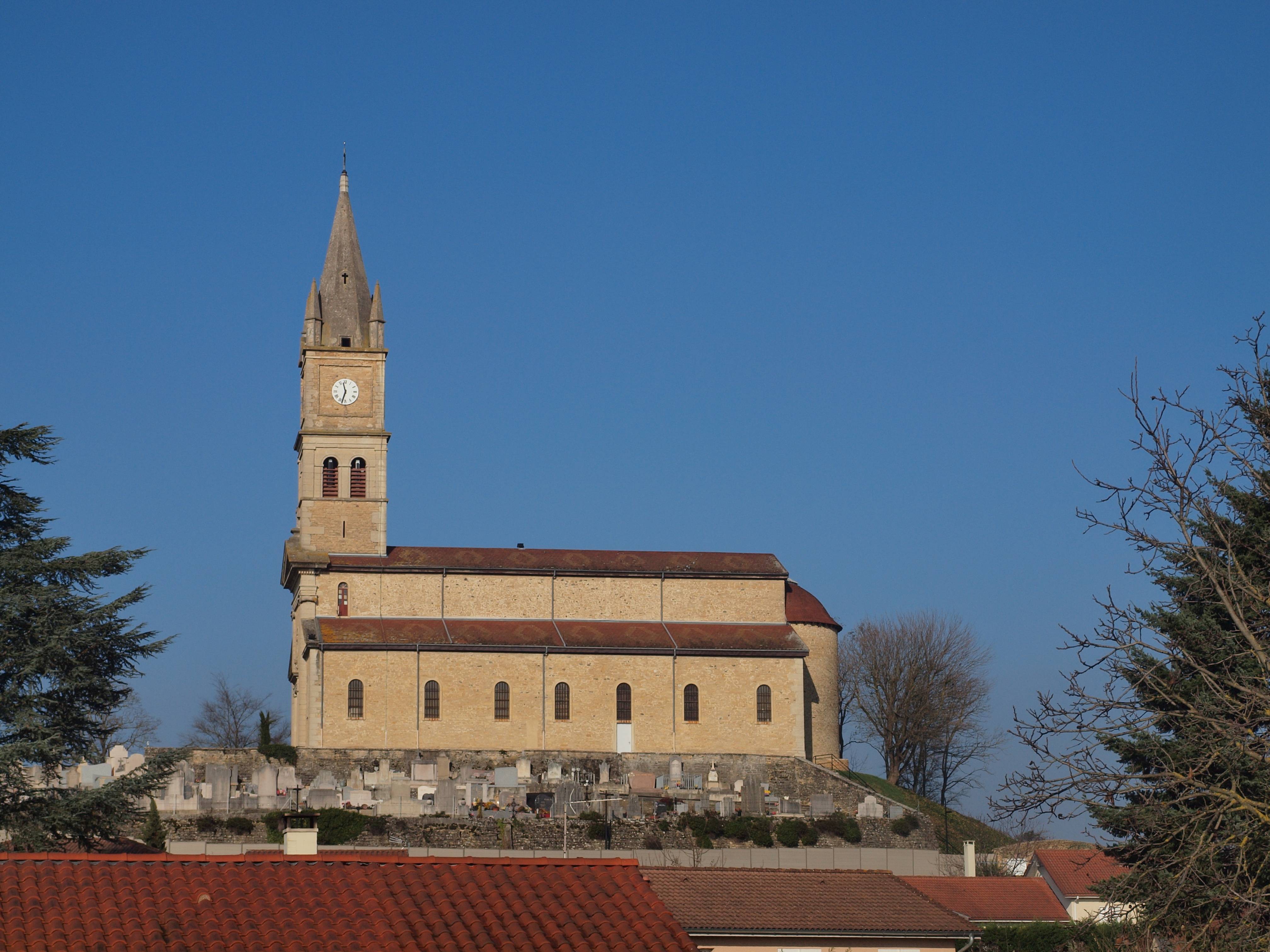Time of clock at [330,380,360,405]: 11:32
